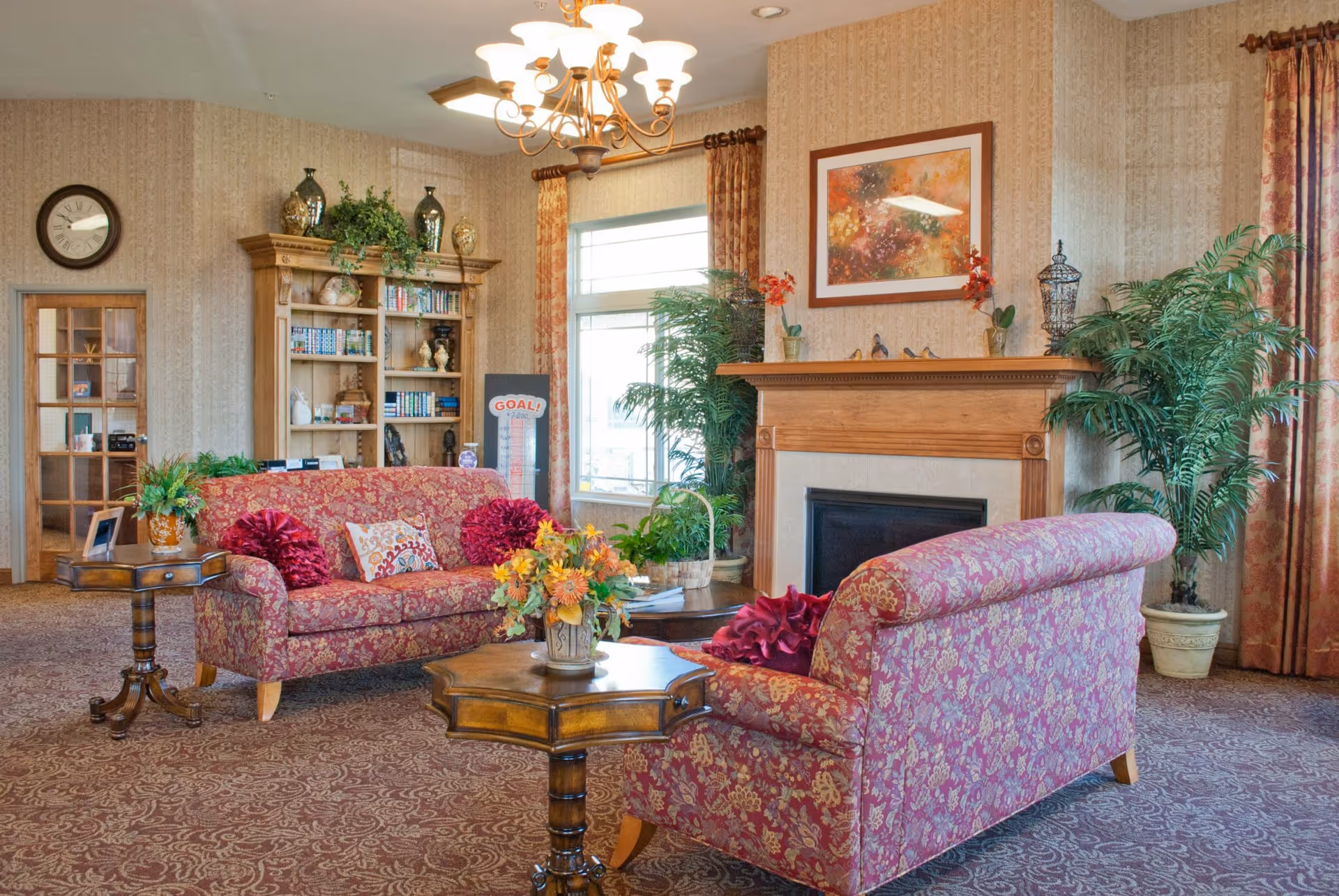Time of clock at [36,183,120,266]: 10:14
